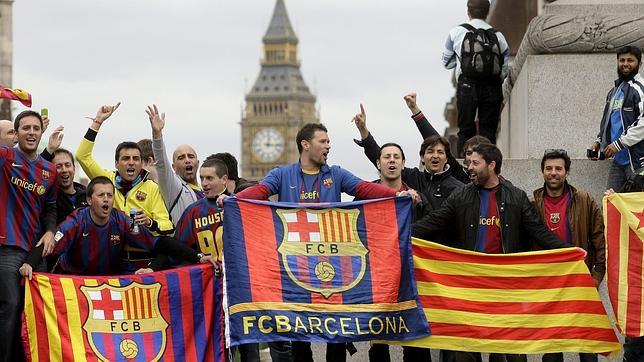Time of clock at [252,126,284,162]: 12:15
